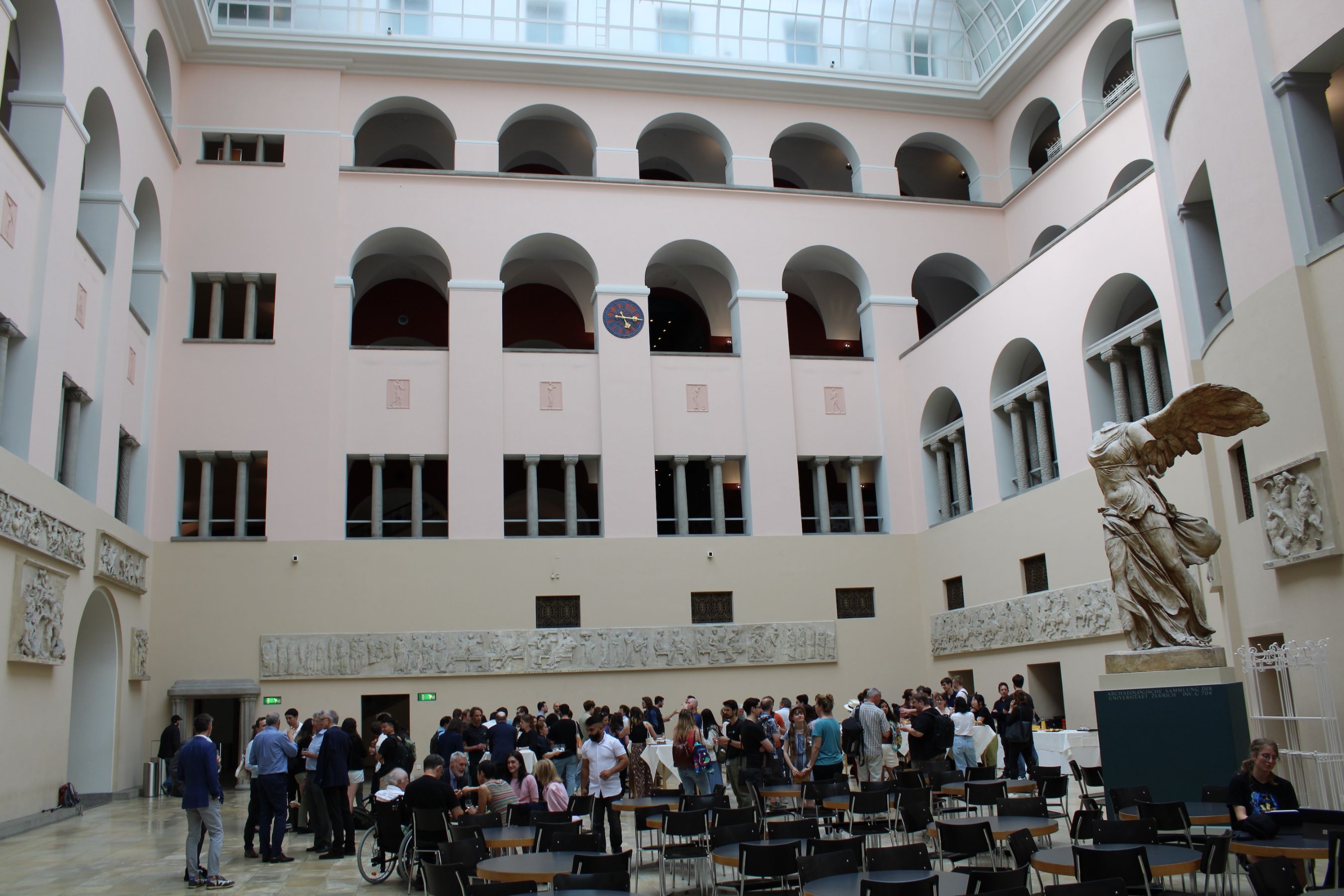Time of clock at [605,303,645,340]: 5:14
